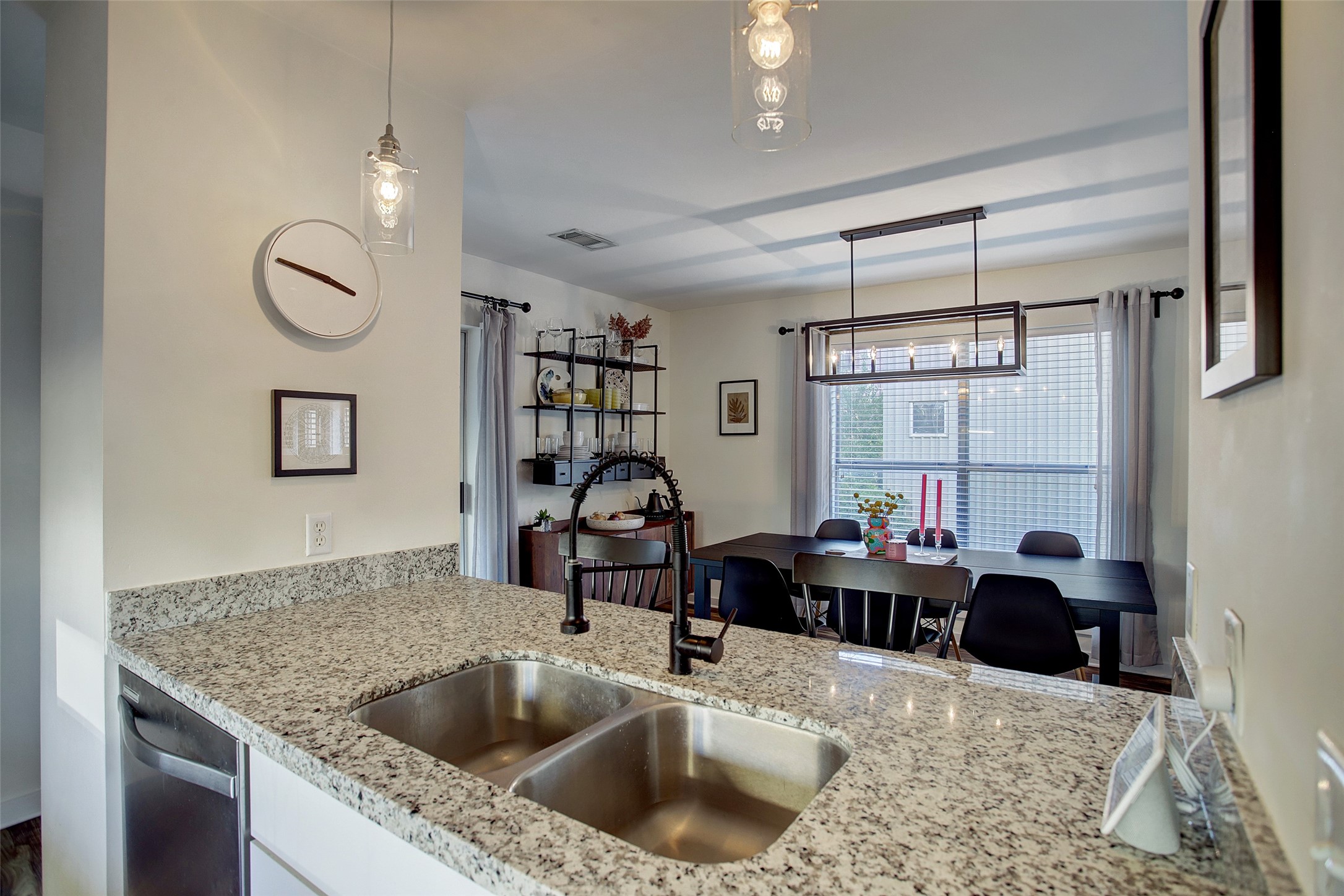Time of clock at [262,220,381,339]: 3:47
